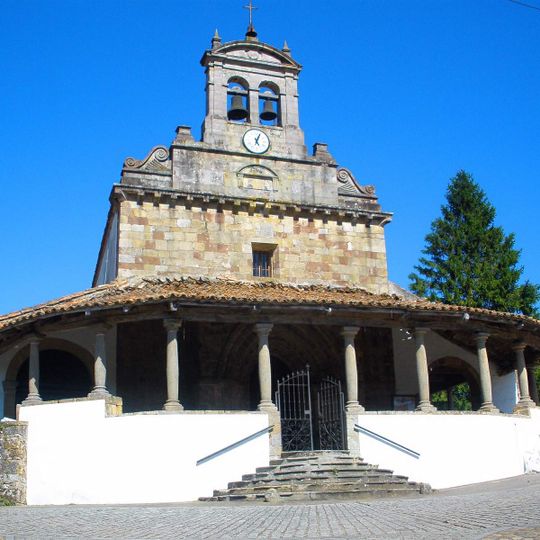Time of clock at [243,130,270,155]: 5:03
